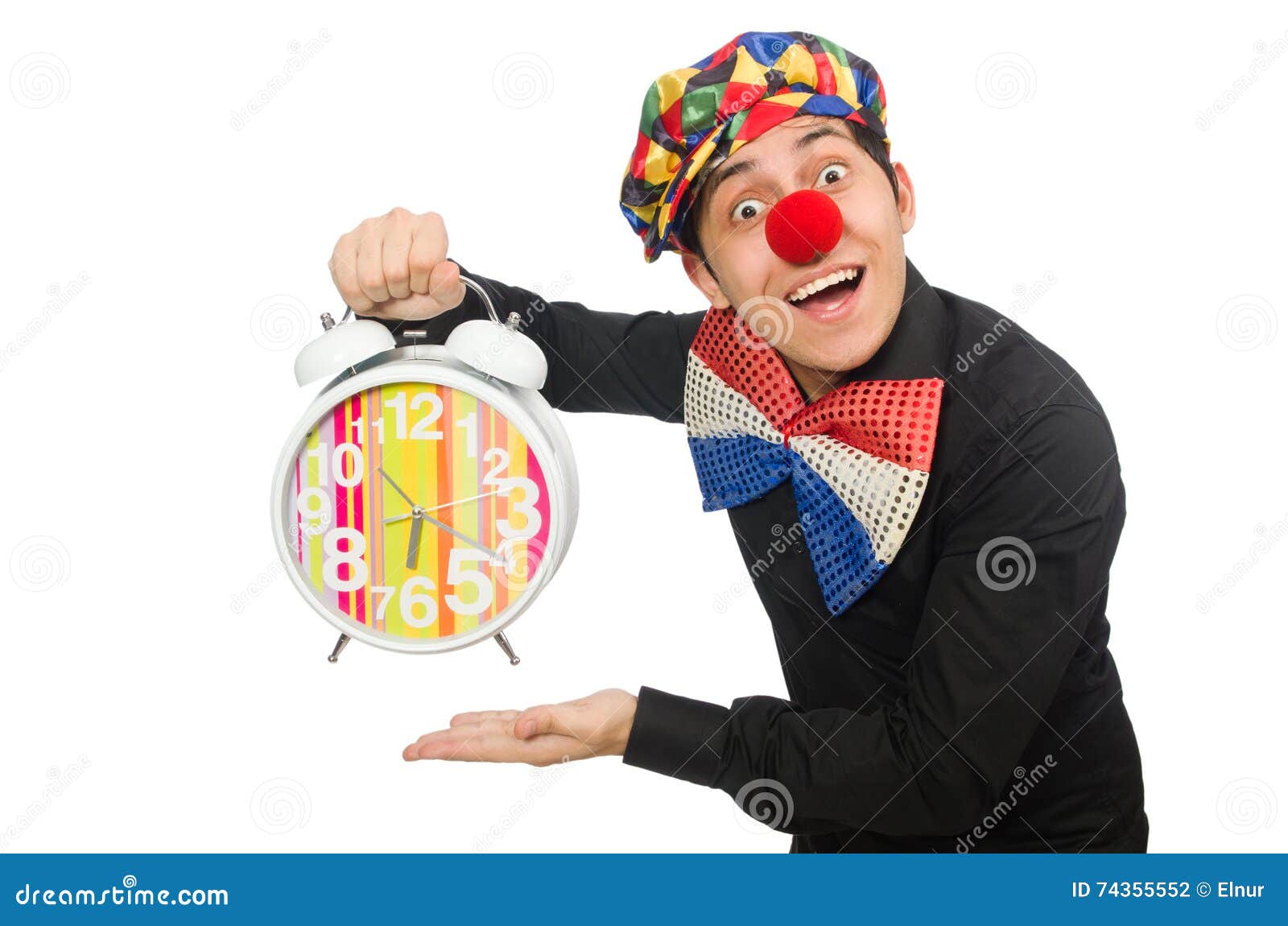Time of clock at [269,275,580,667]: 6:20
